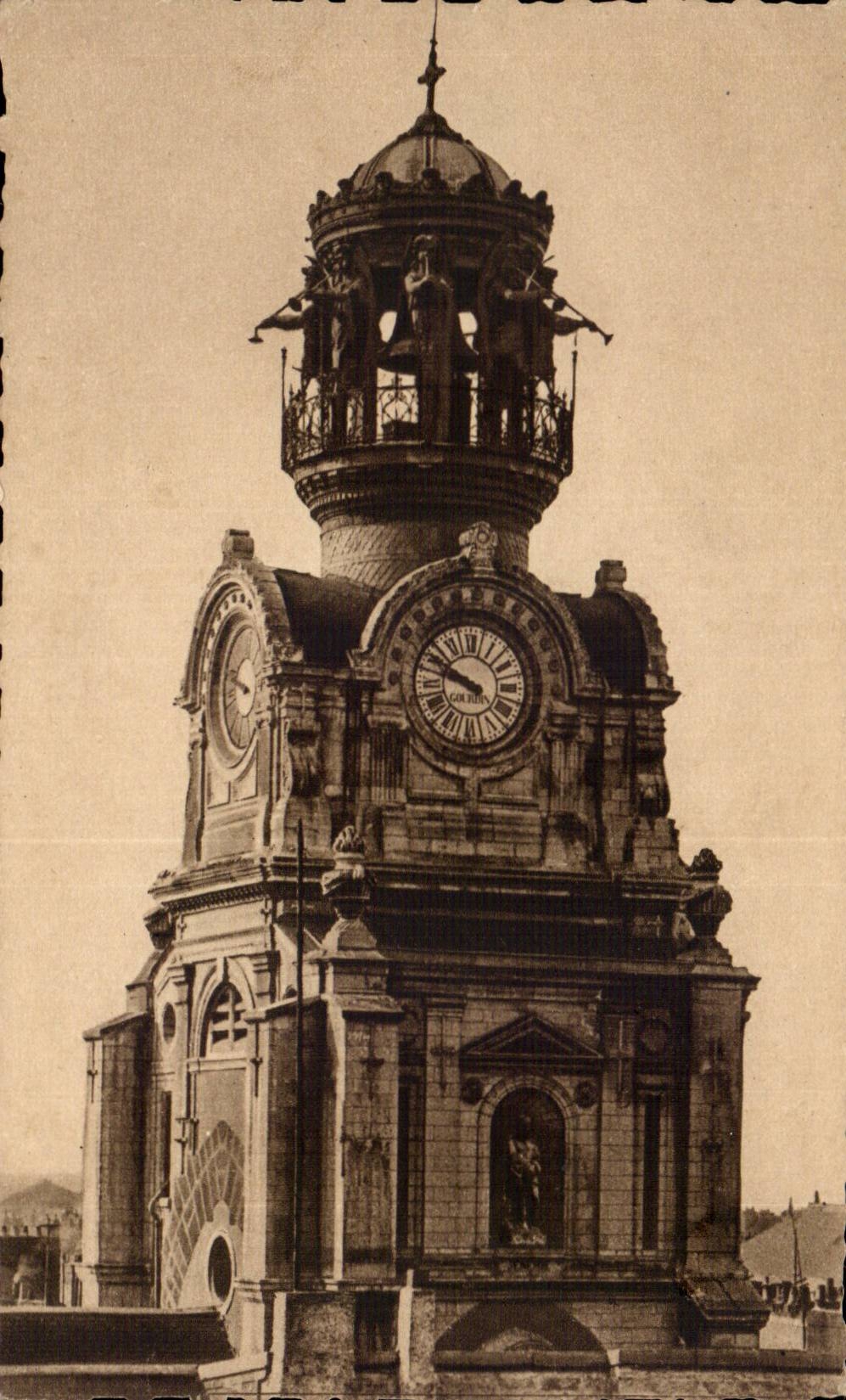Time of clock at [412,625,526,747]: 9:50
